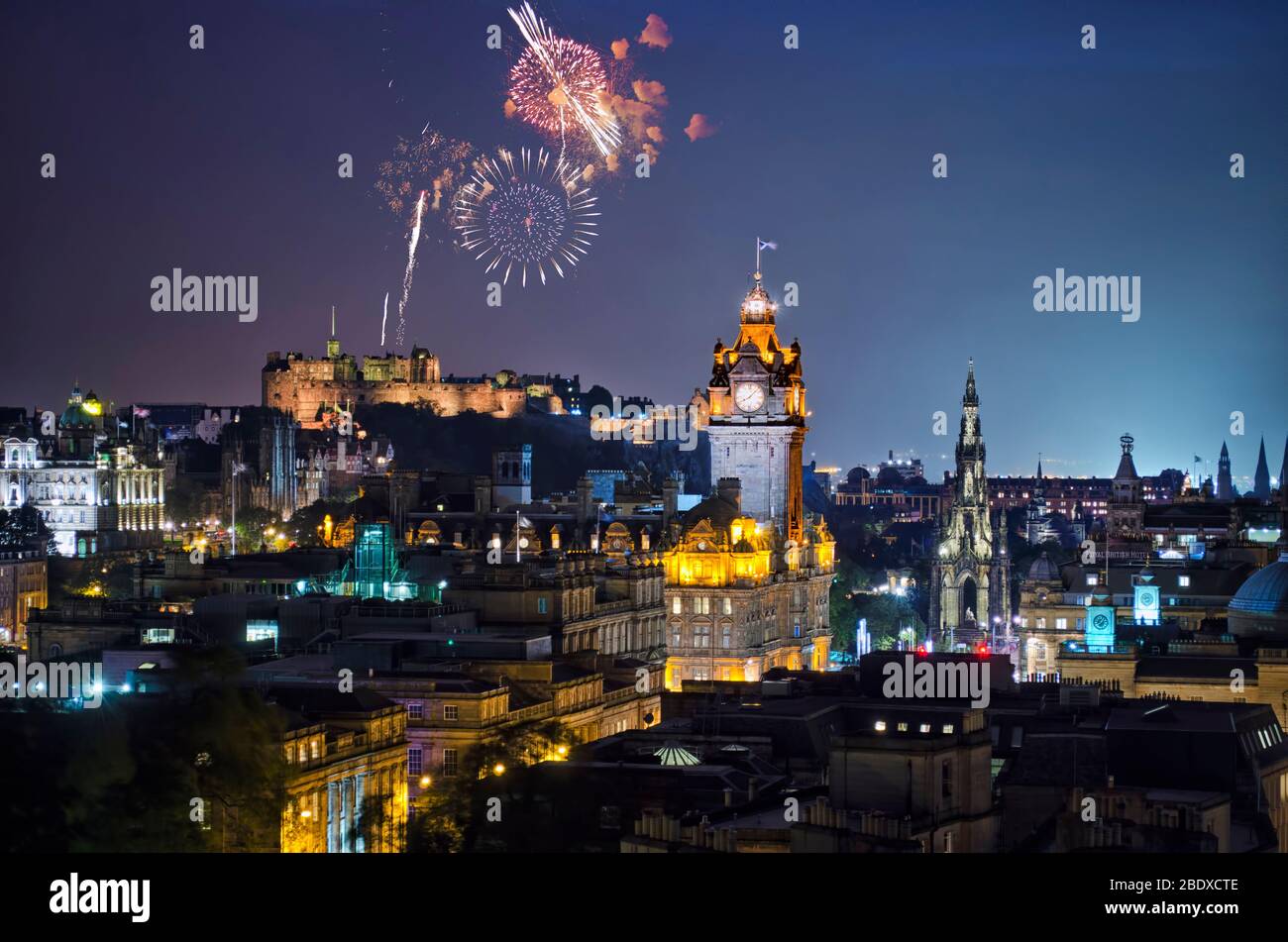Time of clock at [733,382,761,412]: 8:07
